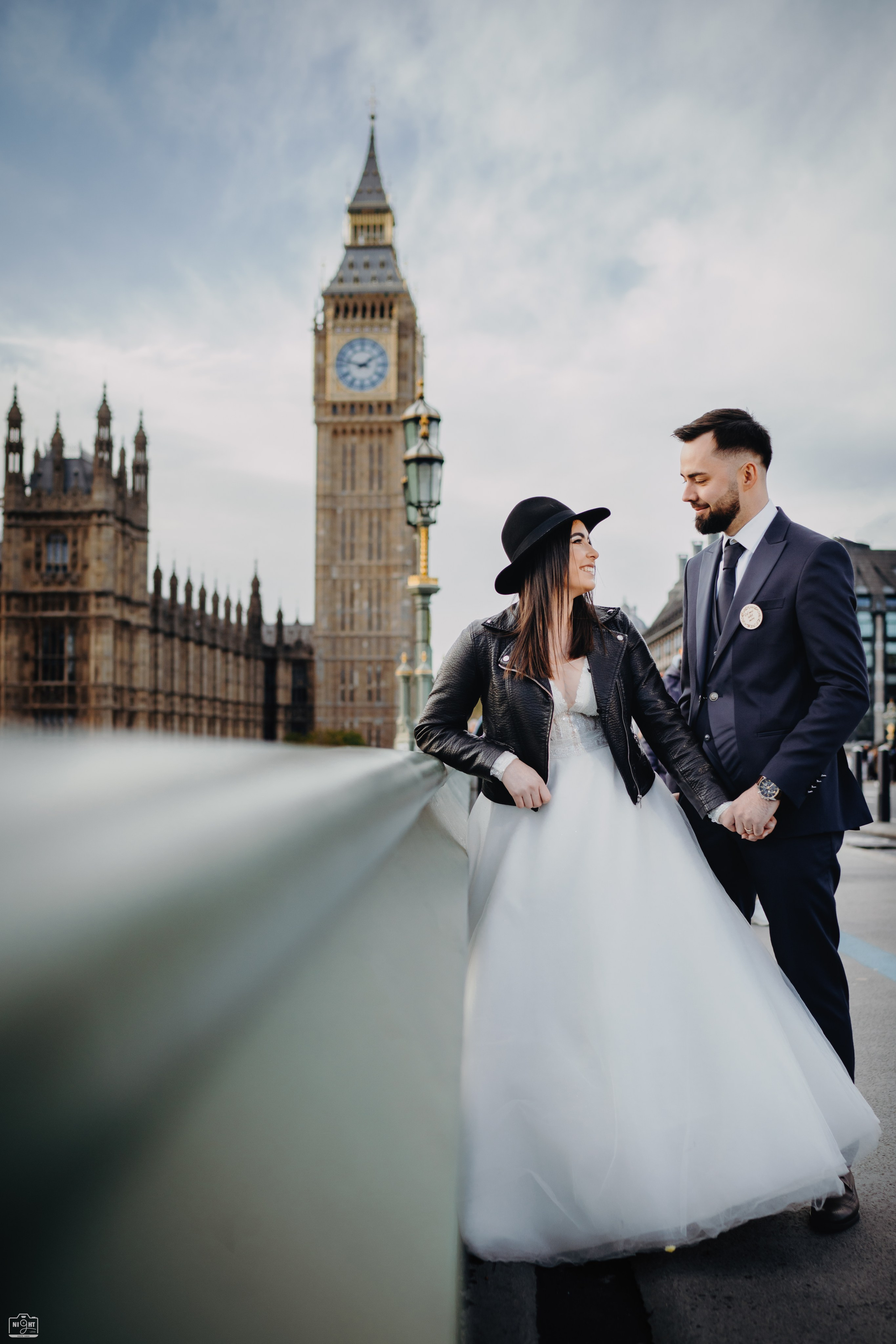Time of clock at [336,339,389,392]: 1:47
